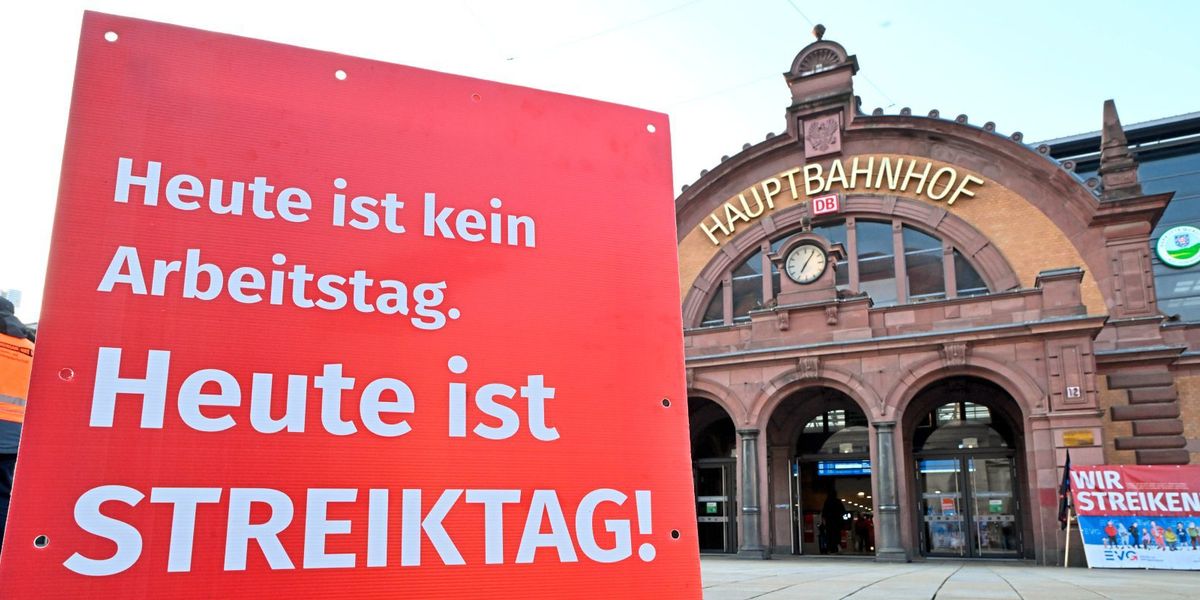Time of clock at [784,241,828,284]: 7:06
